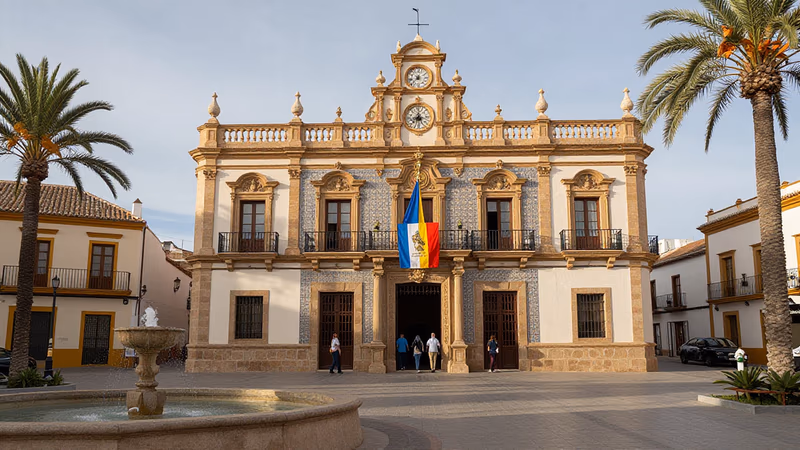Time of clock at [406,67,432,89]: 12:37
